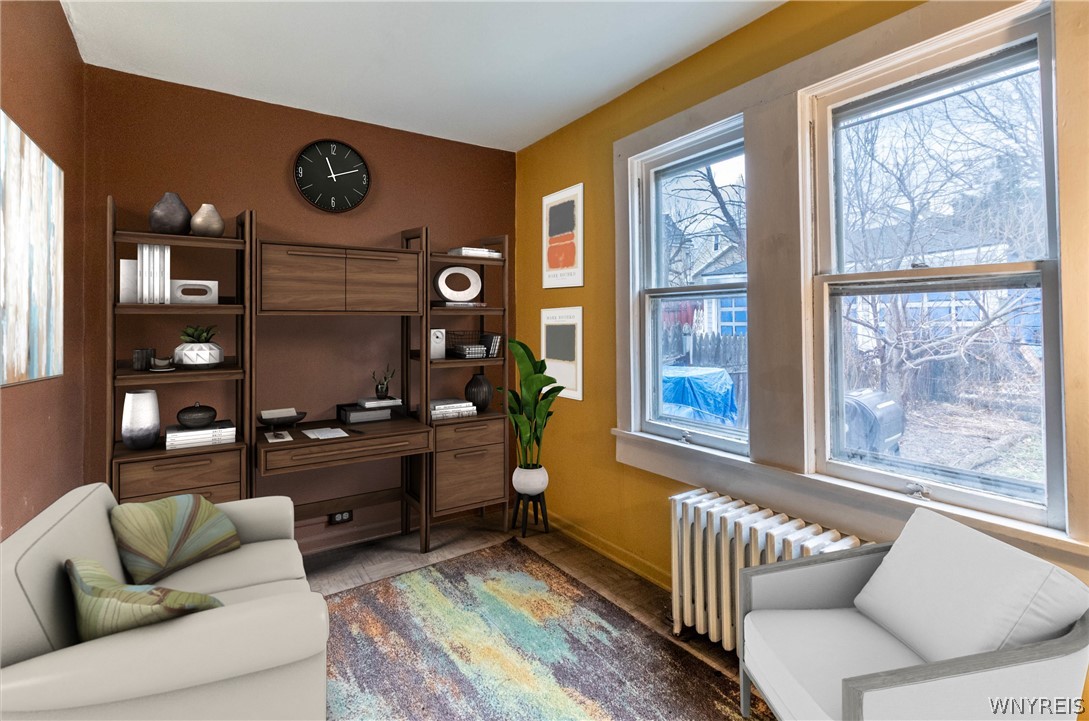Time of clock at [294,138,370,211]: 11:11
